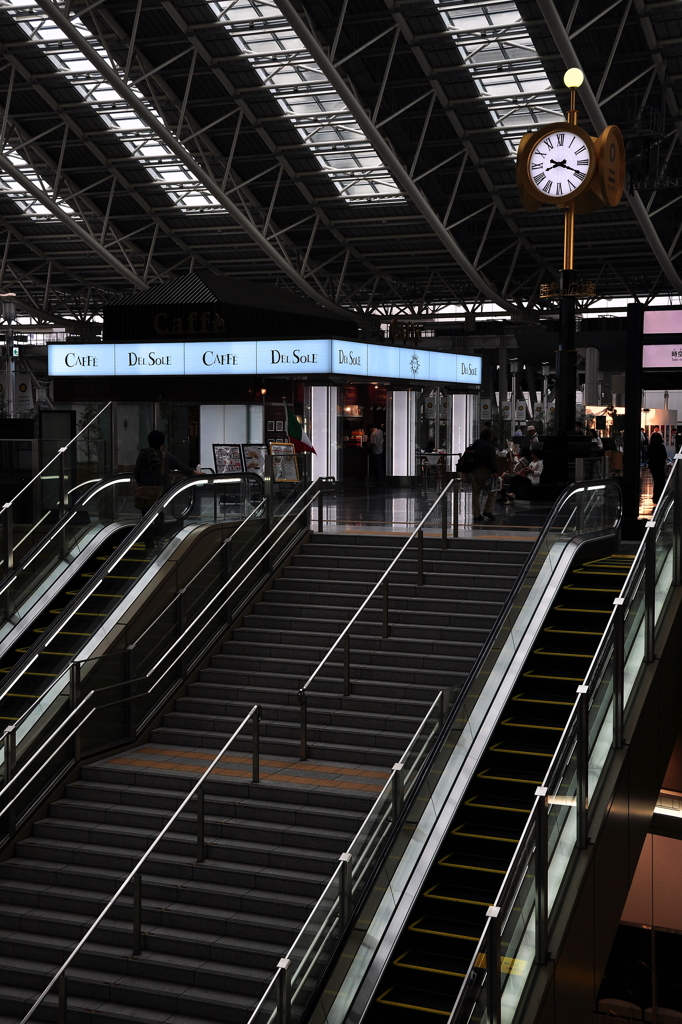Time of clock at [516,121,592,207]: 8:18
